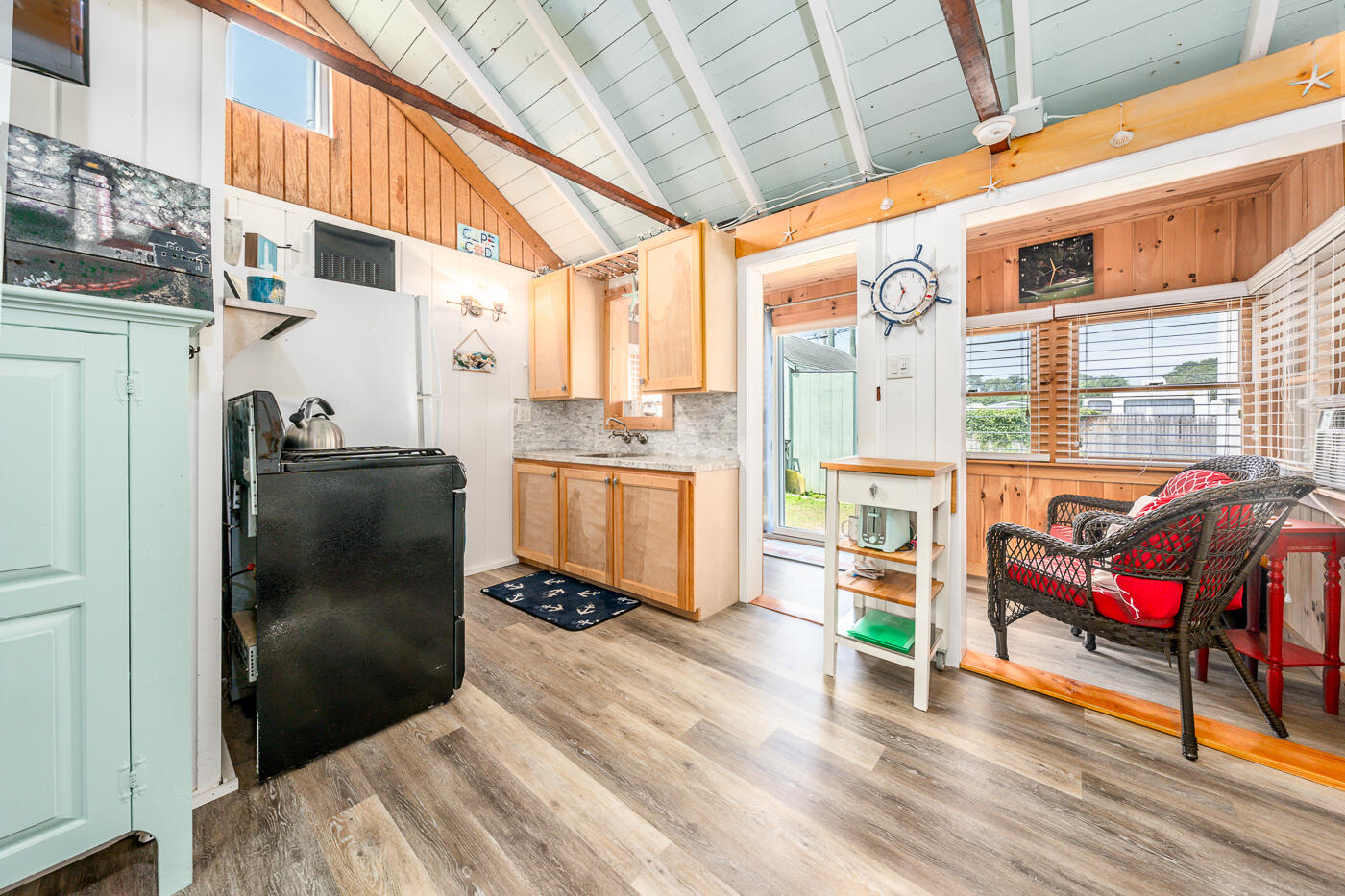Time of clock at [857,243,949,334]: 11:33
